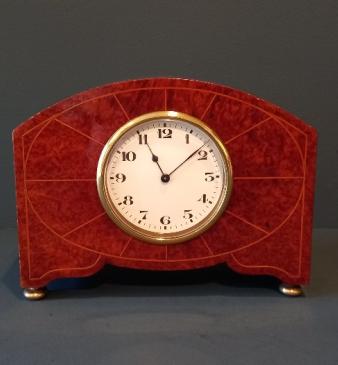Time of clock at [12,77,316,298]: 11:08
